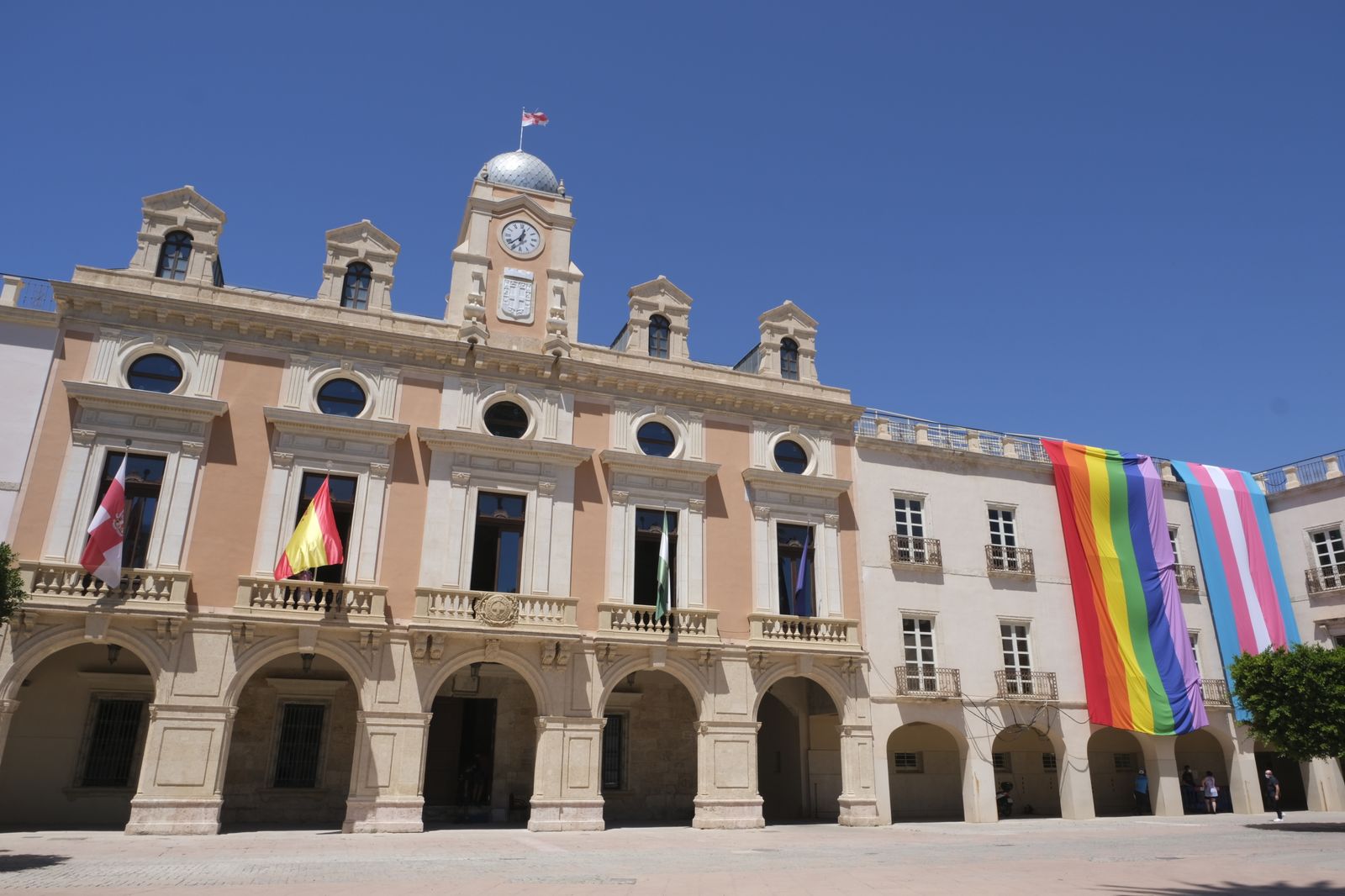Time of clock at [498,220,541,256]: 12:37
